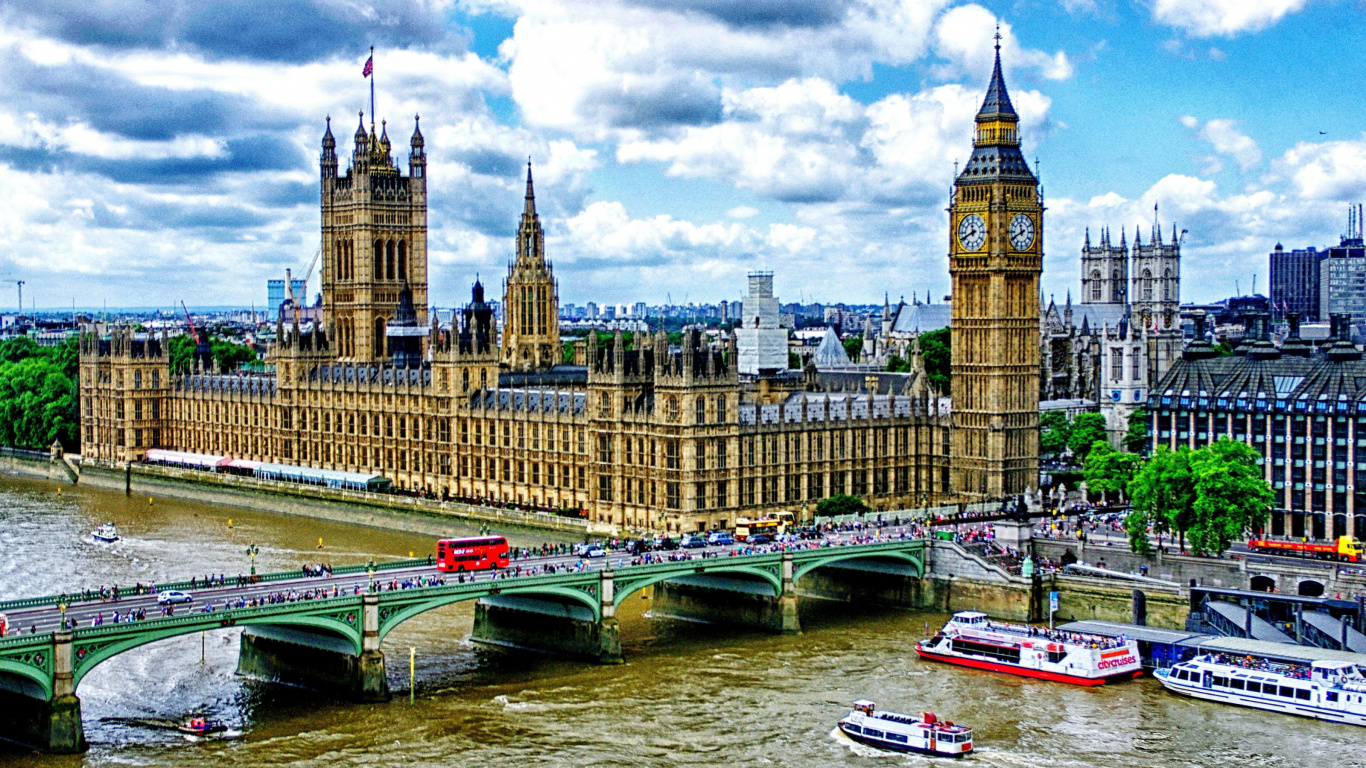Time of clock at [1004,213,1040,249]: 11:40
